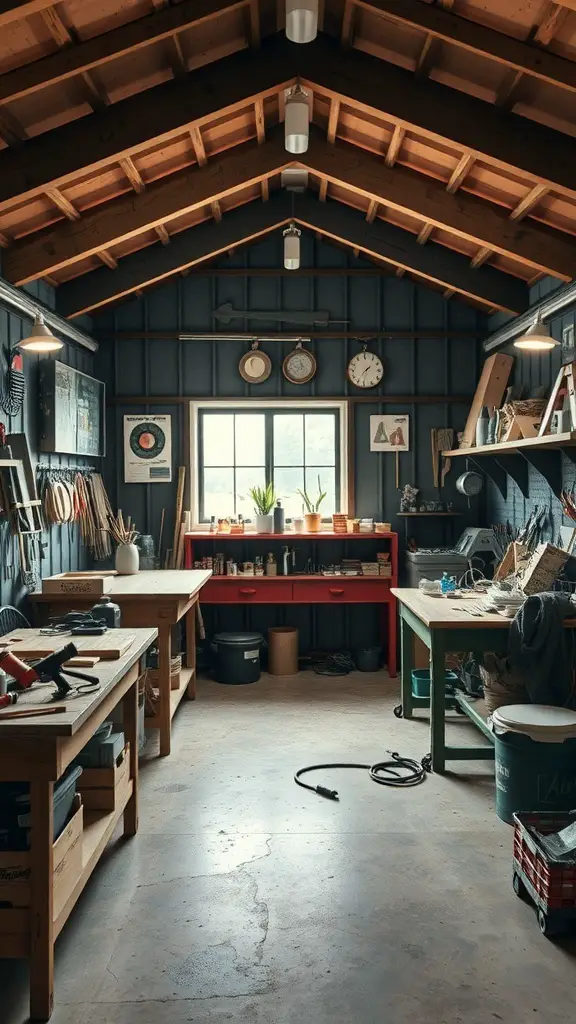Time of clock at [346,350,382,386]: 1:36
